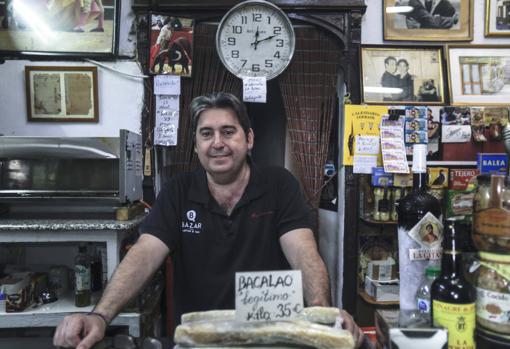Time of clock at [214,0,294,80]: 12:11
